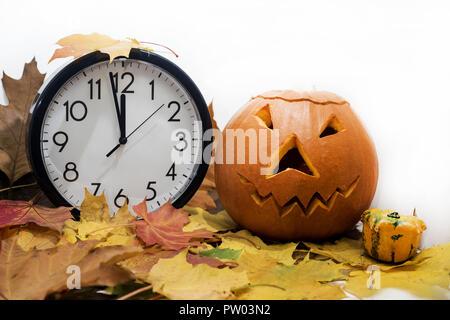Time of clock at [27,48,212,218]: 11:57
